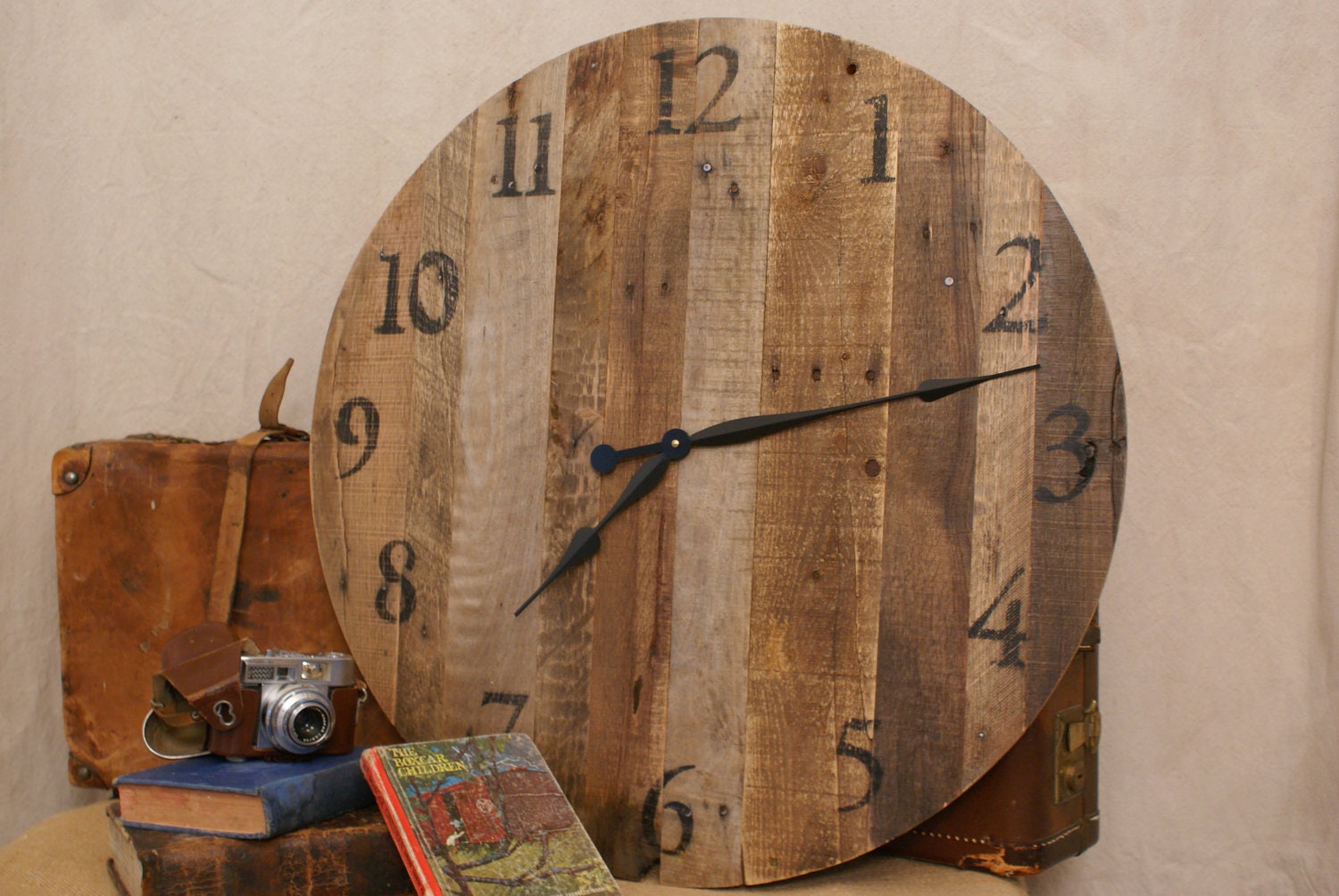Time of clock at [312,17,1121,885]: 7:12
